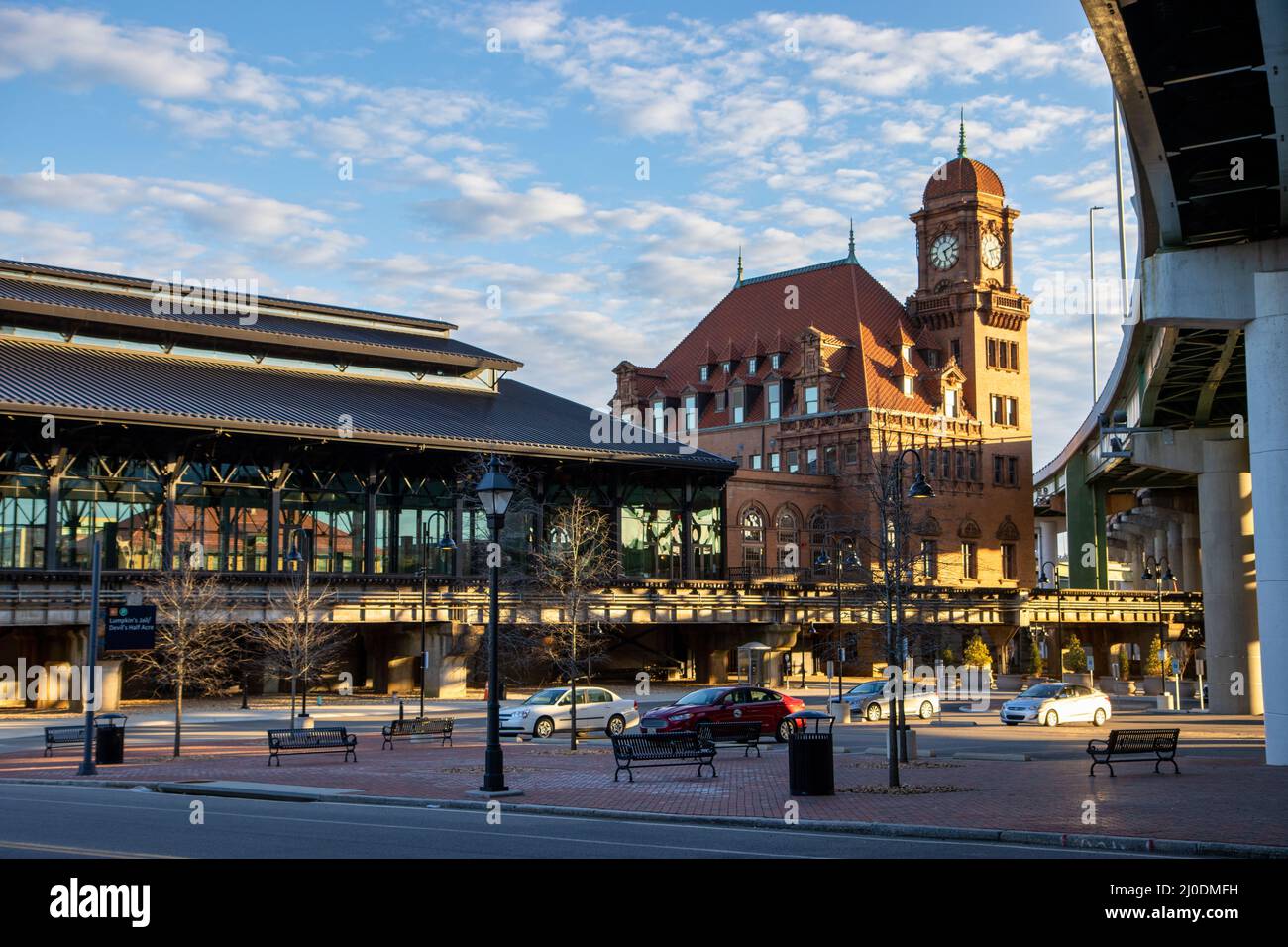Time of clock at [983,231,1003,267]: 5:12
